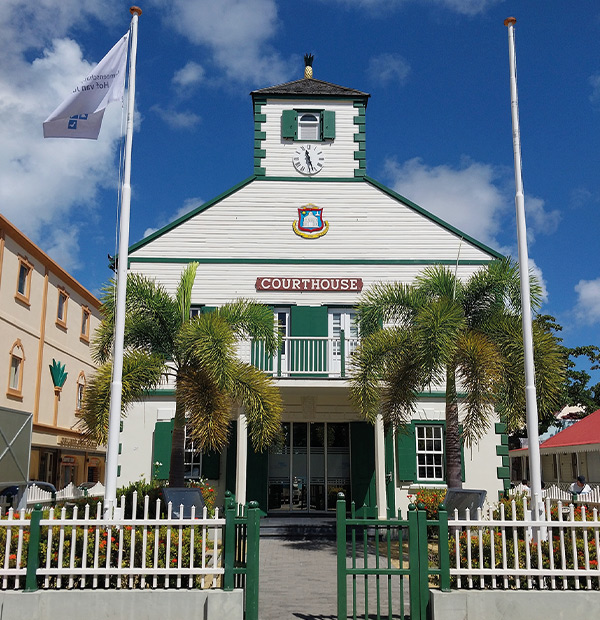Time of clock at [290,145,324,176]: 11:27
